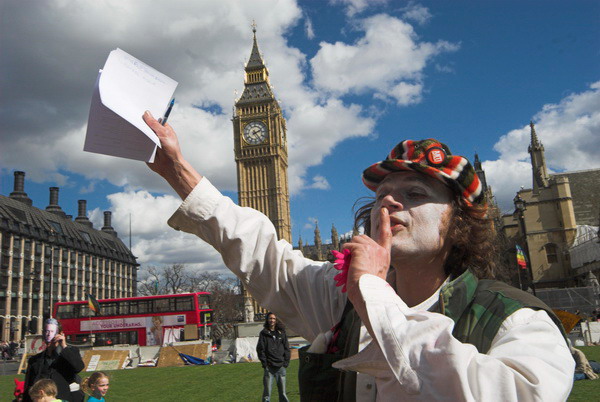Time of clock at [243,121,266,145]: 2:24
